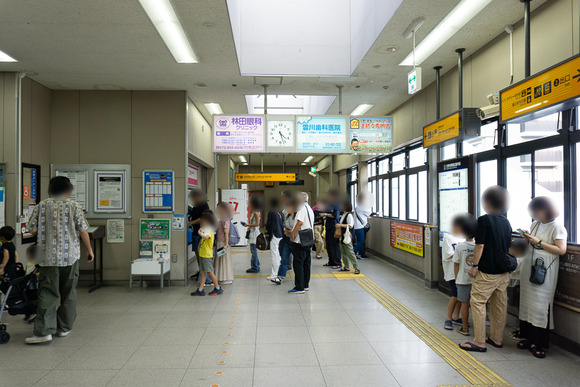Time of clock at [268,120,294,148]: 4:26
